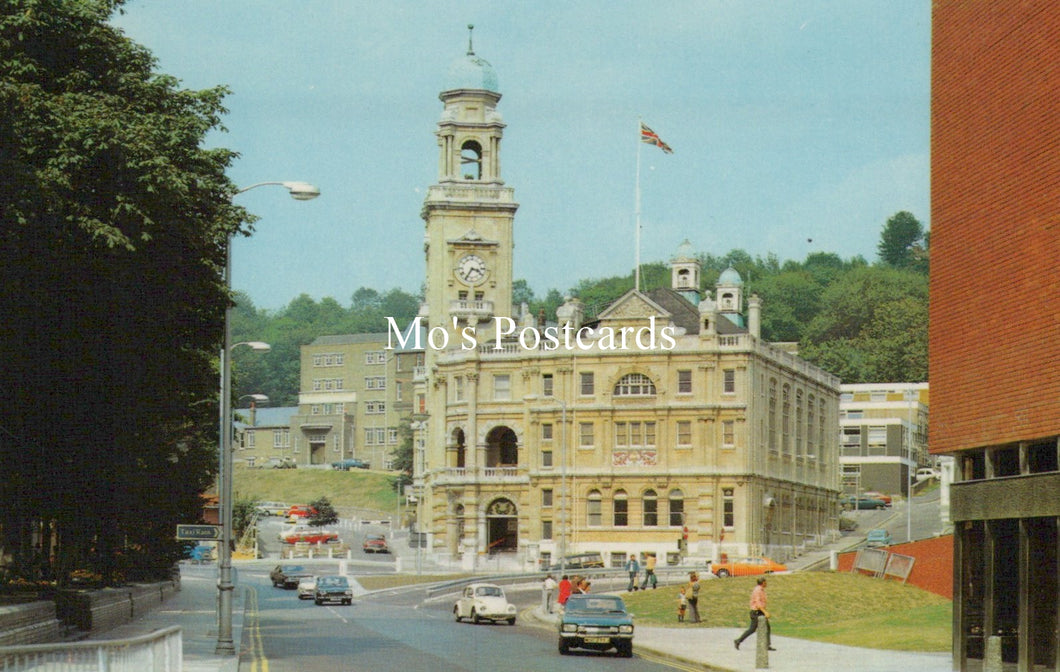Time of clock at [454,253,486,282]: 3:35
